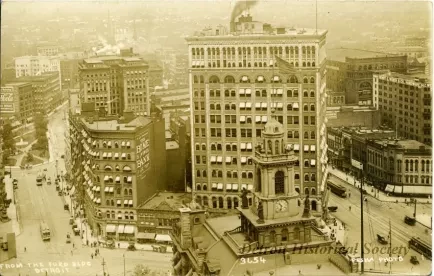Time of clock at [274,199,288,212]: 10:32
